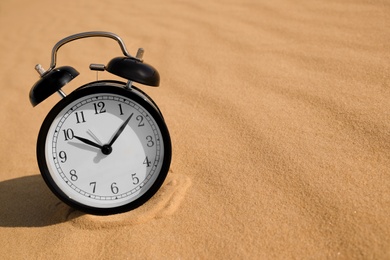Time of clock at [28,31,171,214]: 10:07
